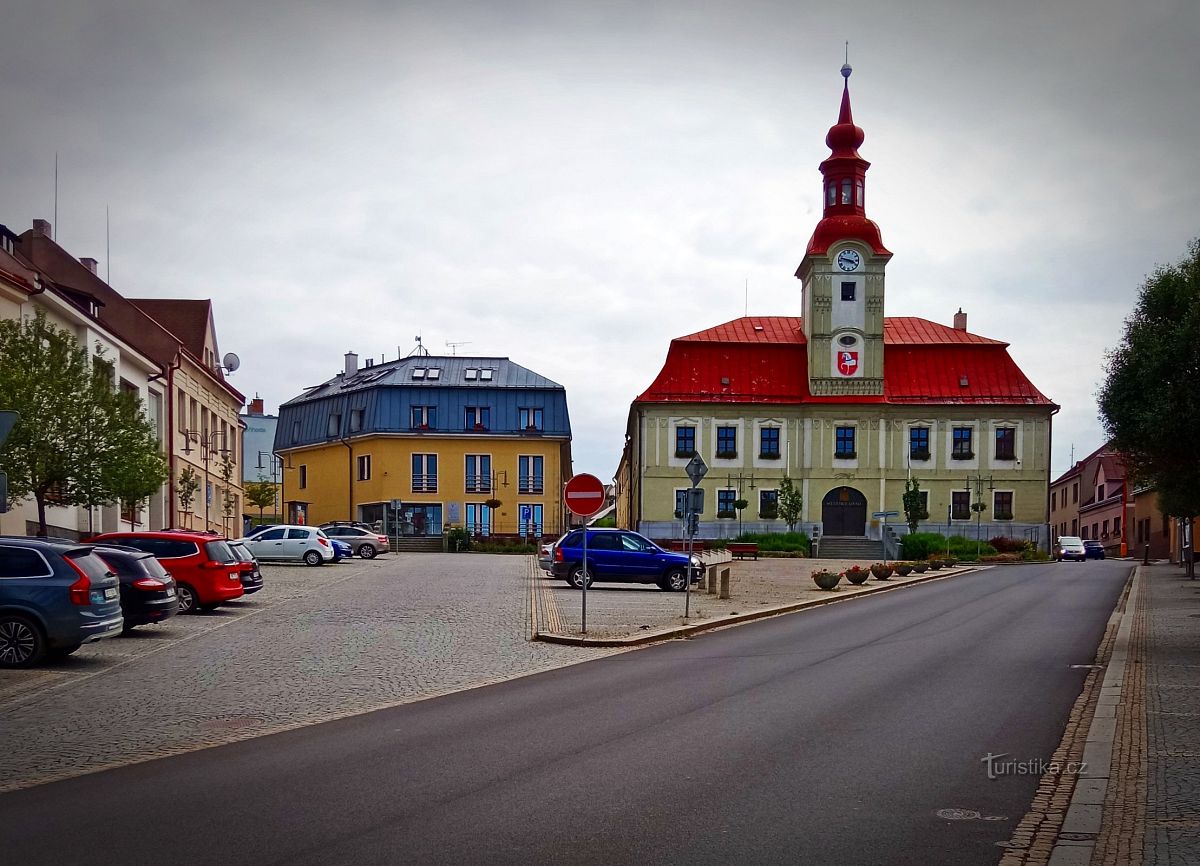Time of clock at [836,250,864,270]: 3:47
